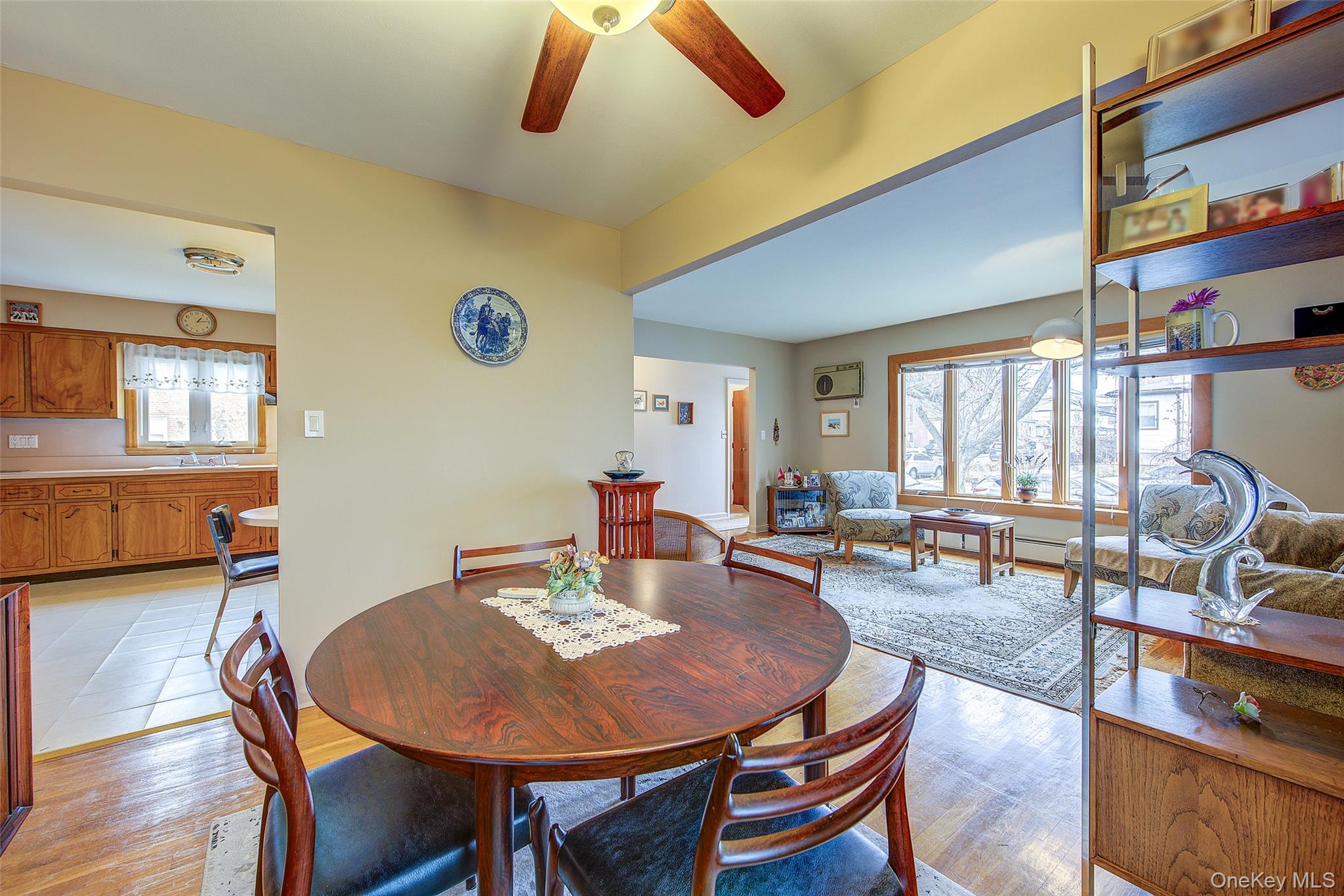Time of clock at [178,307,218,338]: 1:13
